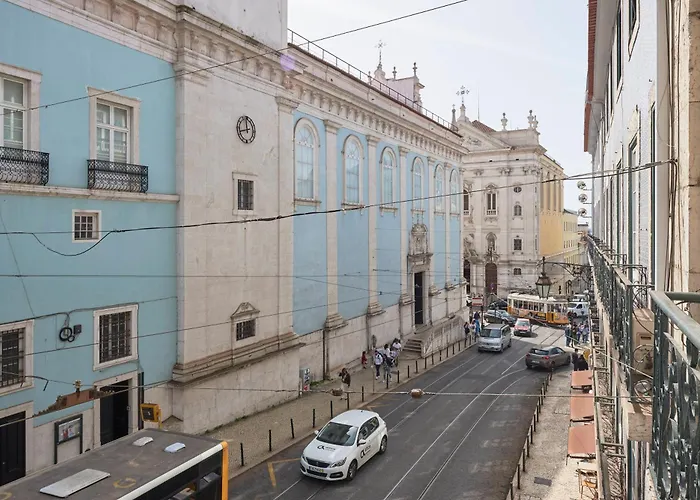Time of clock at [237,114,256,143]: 11:42
